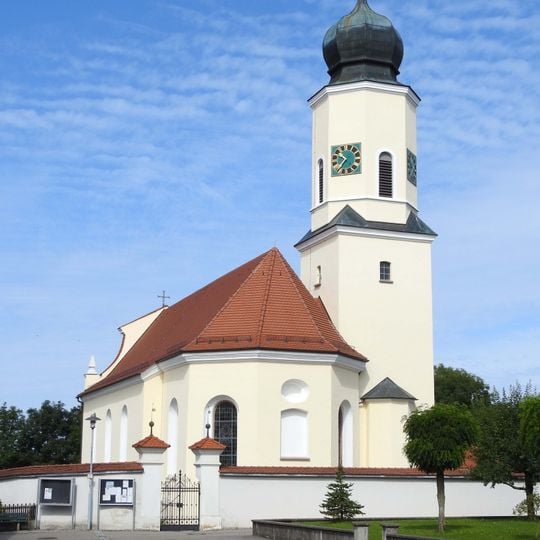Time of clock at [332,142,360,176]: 9:35
